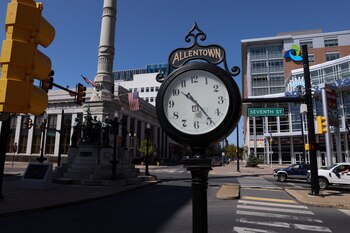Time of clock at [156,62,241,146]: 10:23
